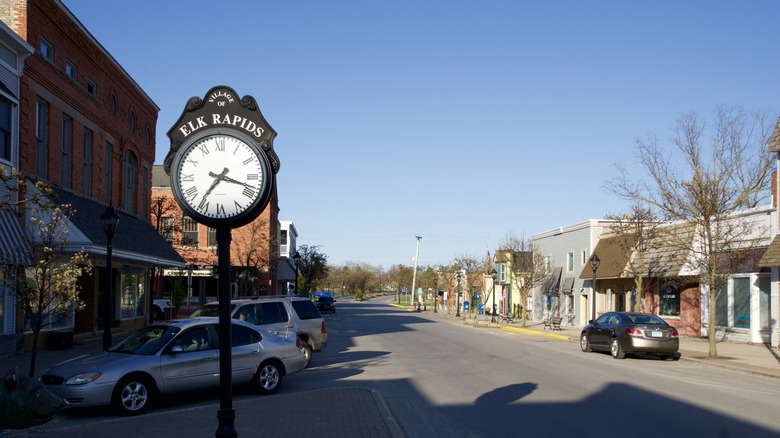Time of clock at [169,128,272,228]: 3:36
